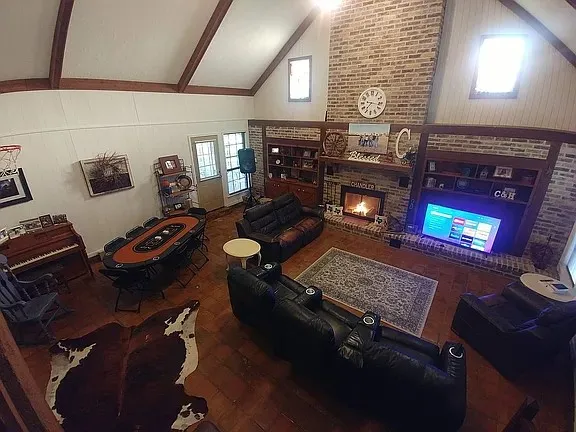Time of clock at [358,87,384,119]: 7:16
